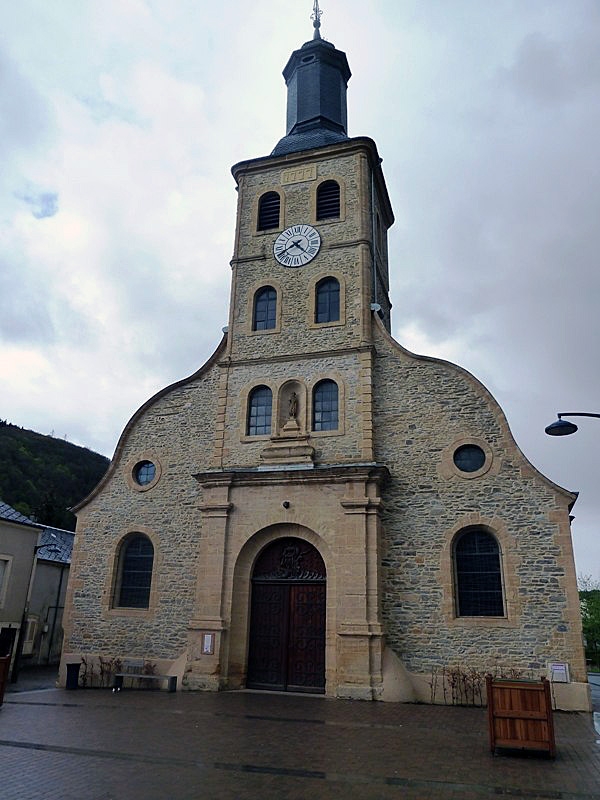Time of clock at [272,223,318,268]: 4:39
